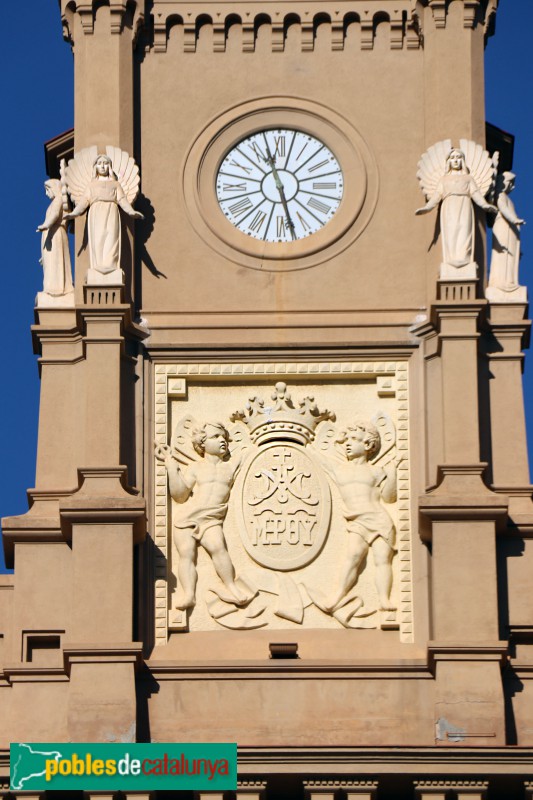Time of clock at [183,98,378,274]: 11:27
